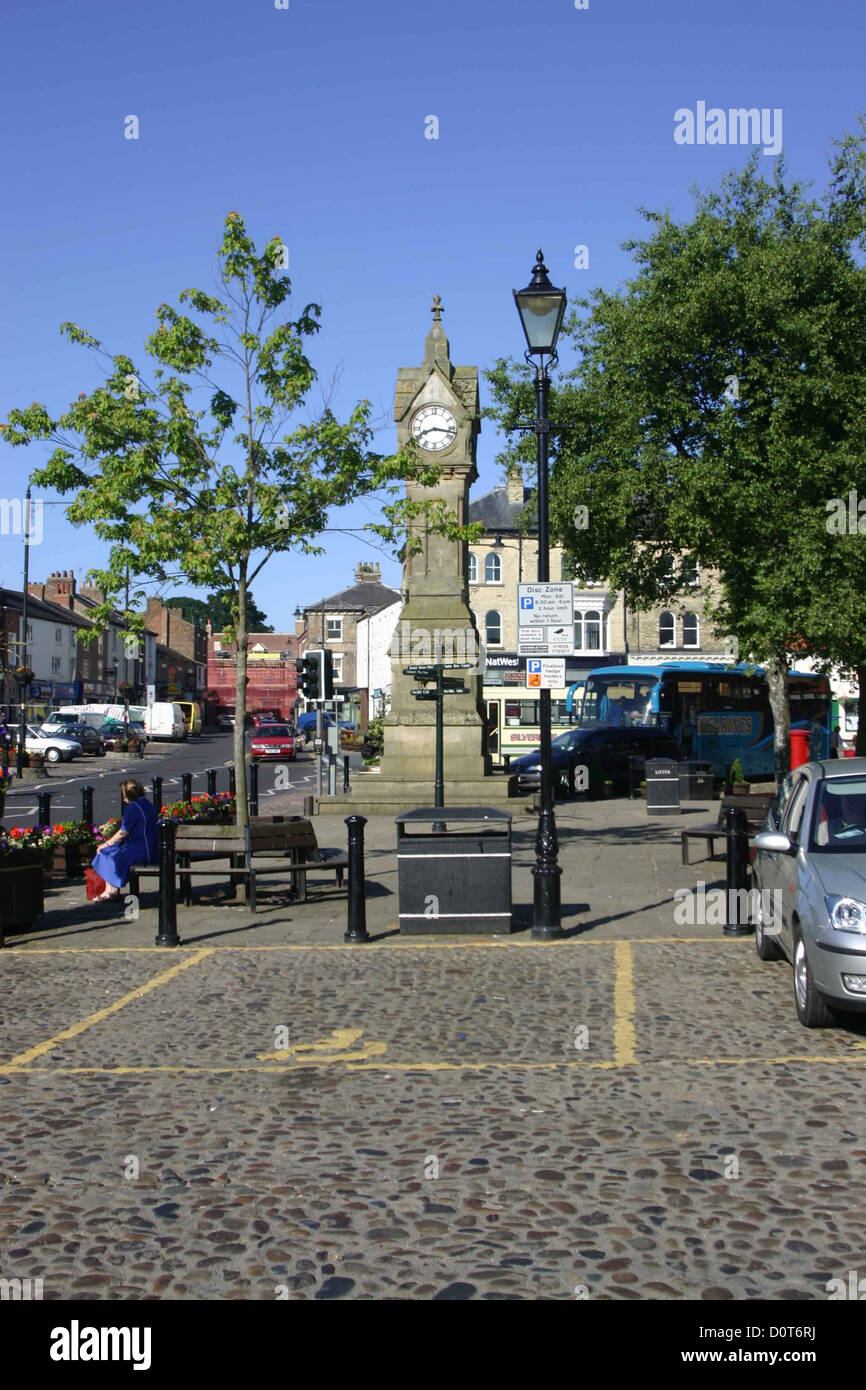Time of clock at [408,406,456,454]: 8:17
